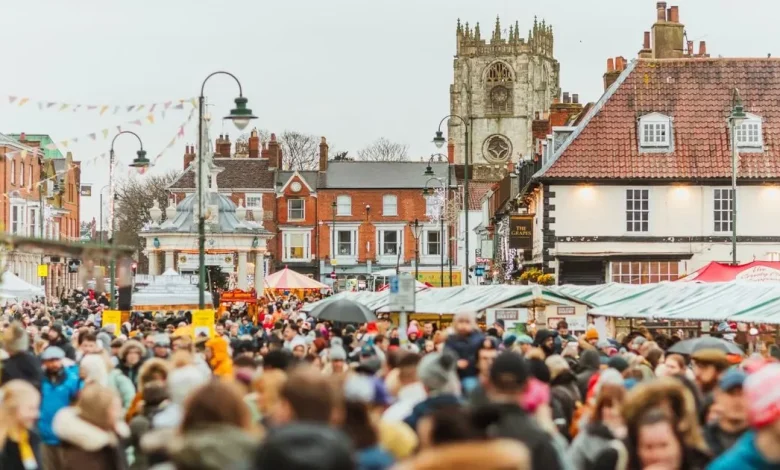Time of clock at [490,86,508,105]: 11:37
